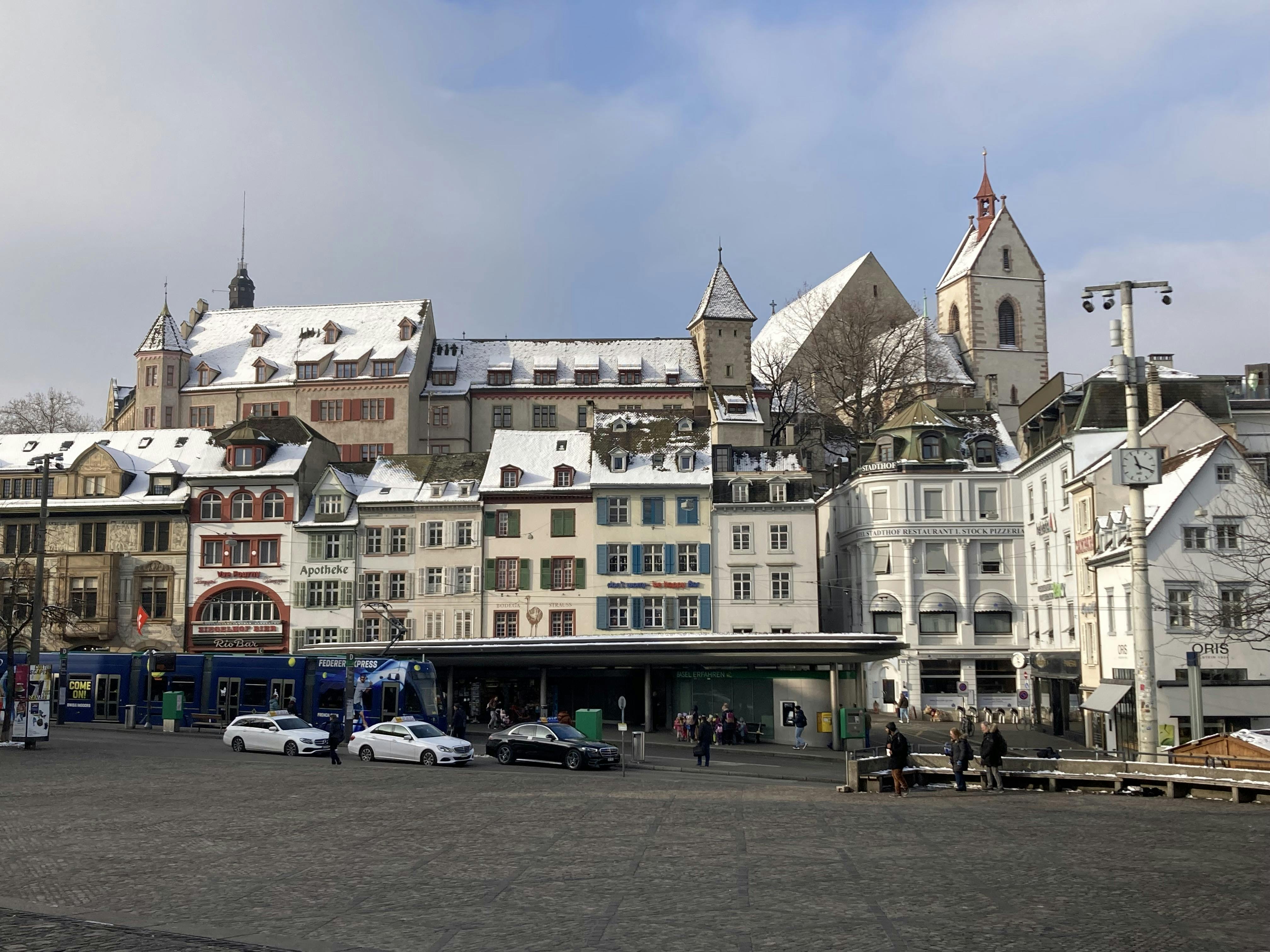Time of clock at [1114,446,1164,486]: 11:18
